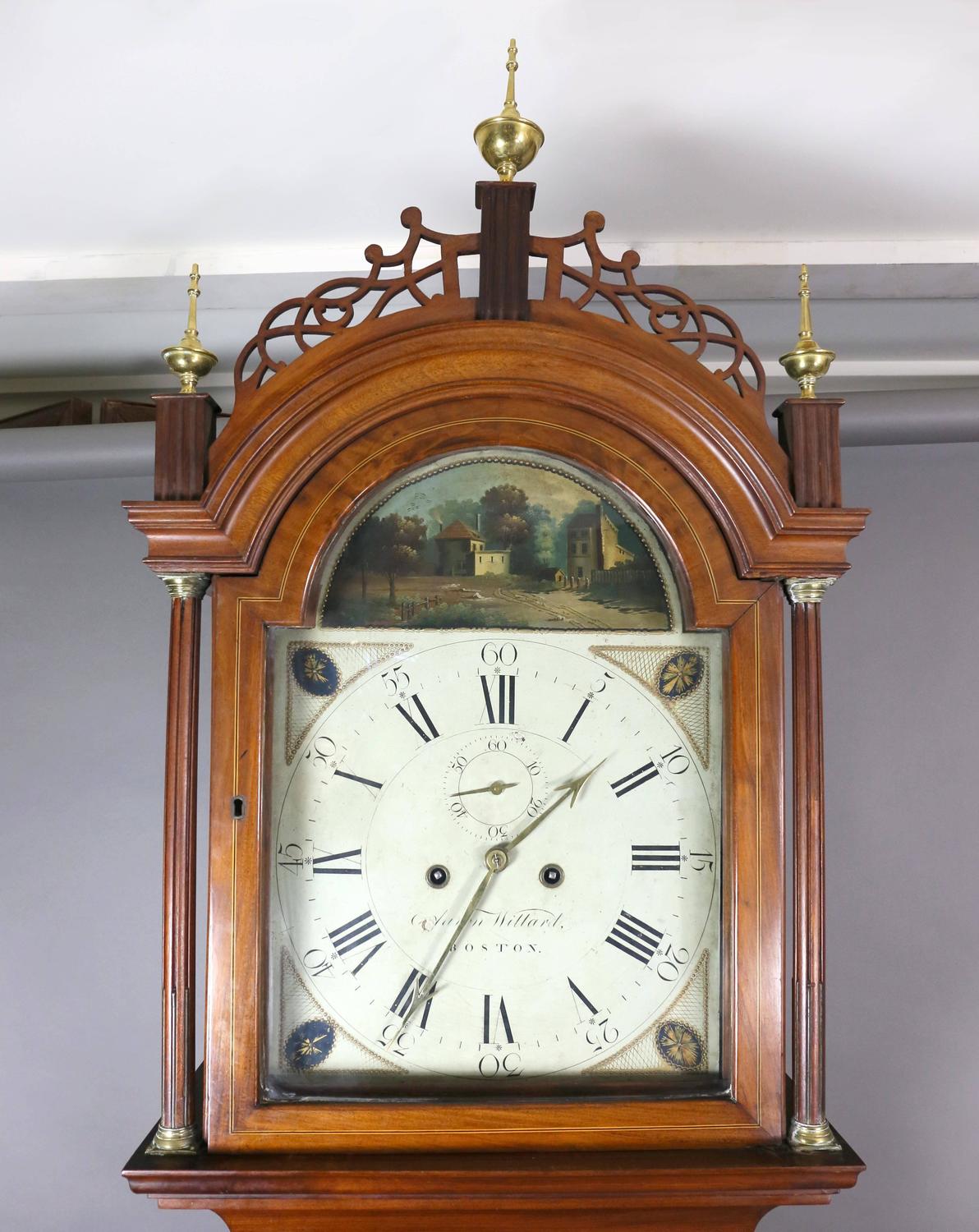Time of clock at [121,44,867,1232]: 1:35
